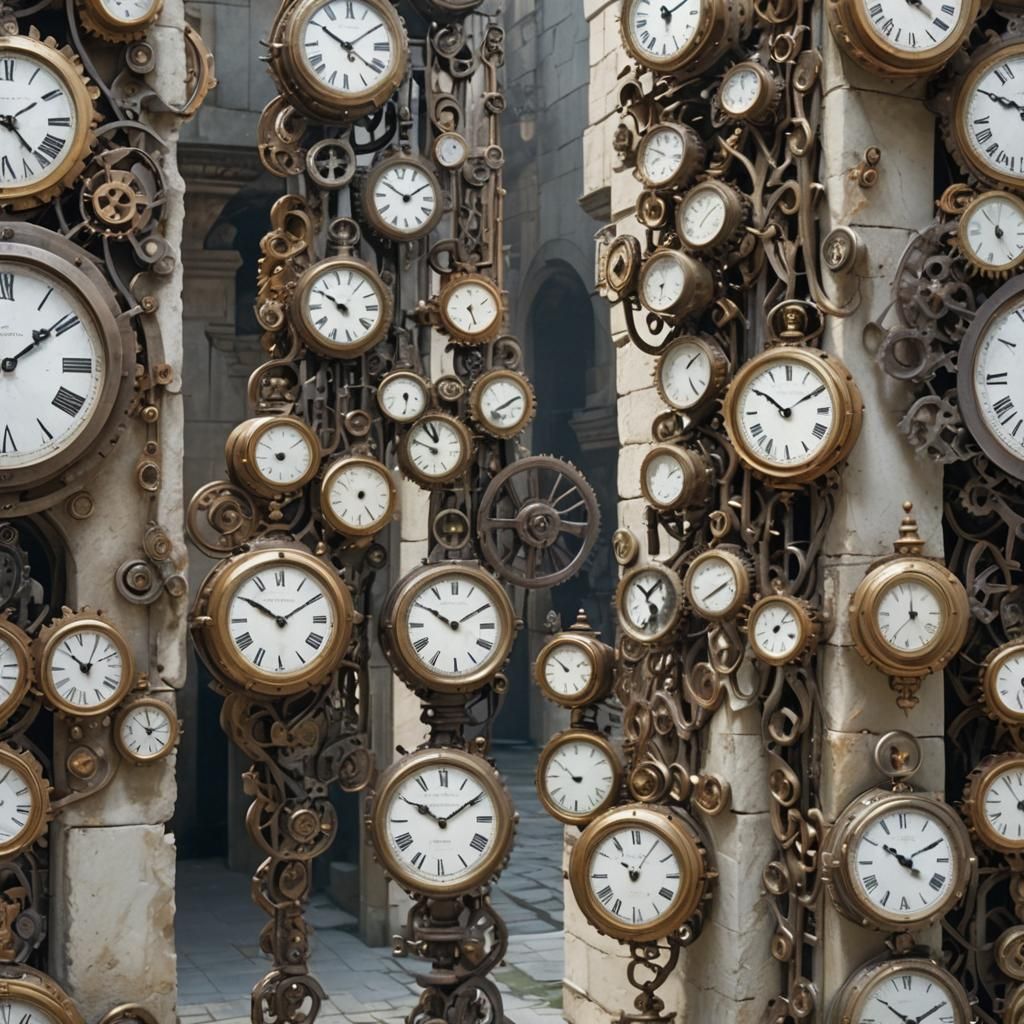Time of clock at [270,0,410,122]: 10:09
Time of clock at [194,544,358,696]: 10:09
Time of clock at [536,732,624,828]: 8:51
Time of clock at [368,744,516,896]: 10:09
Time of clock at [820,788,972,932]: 10:10
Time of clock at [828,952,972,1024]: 10:10
